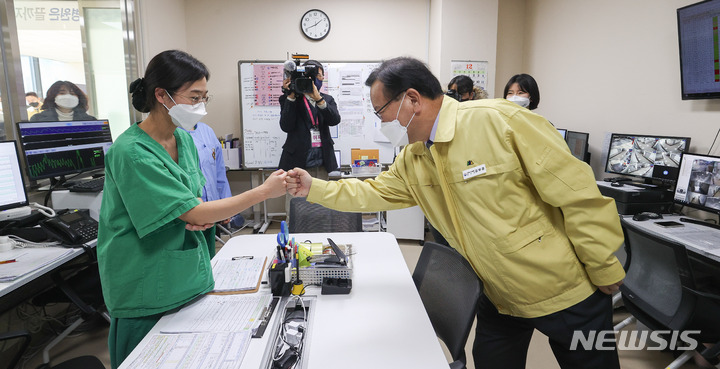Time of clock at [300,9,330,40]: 1:41
